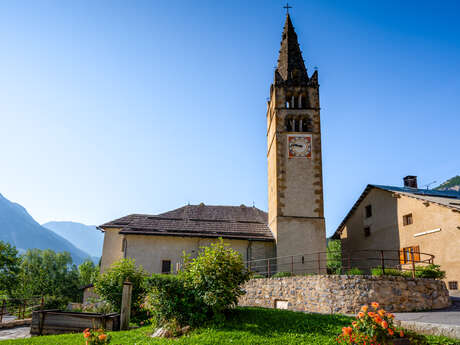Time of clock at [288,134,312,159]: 9:45
